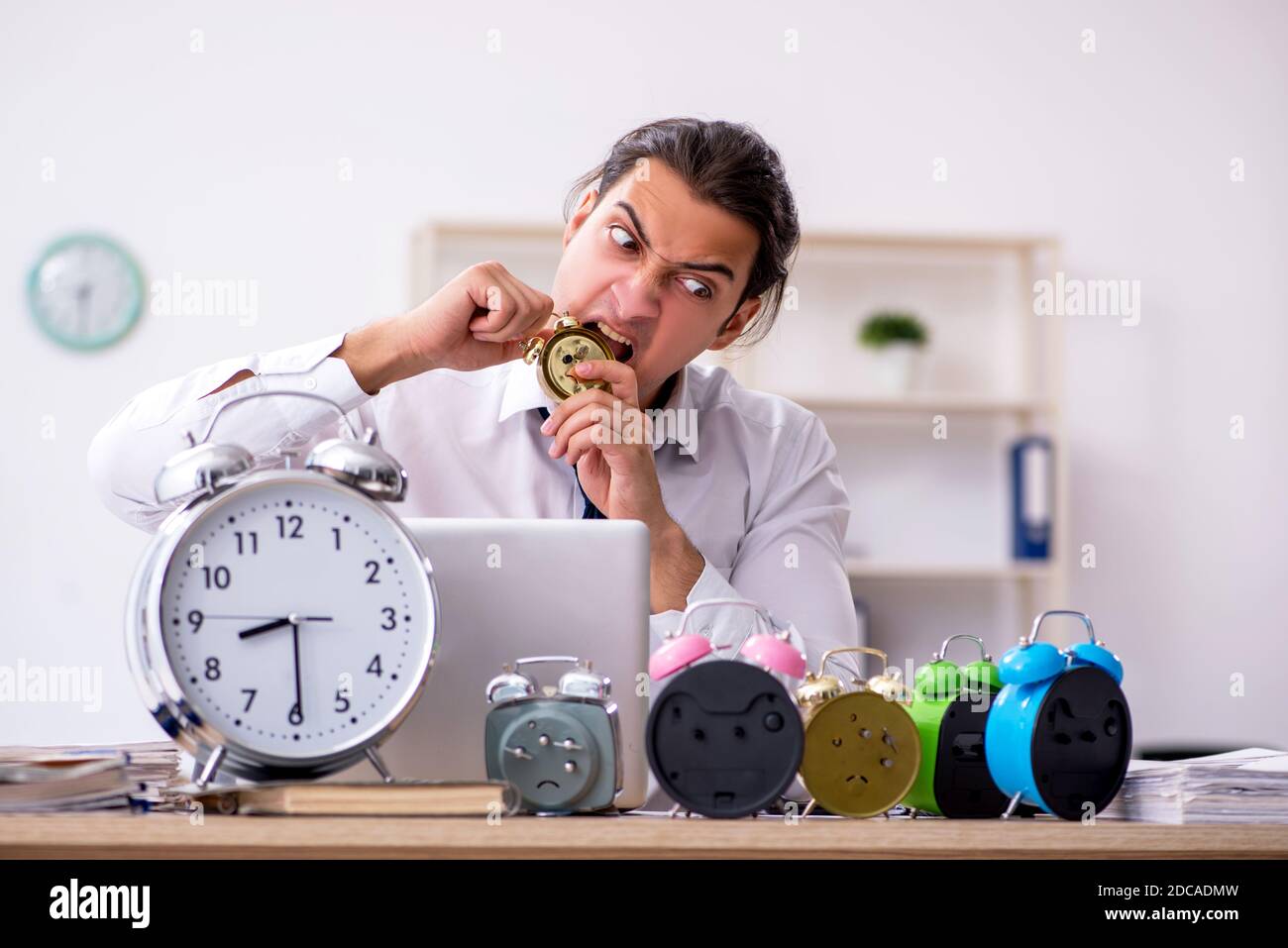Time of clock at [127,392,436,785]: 8:29
